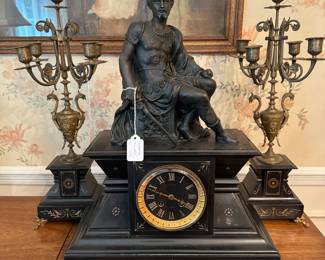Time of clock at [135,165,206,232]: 3:48
